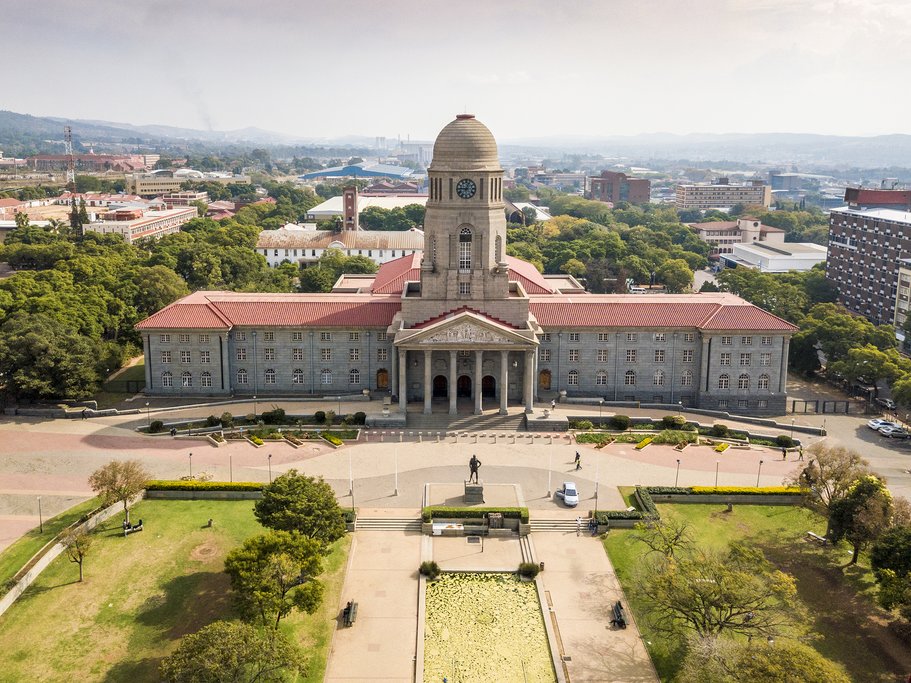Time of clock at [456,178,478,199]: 12:45
